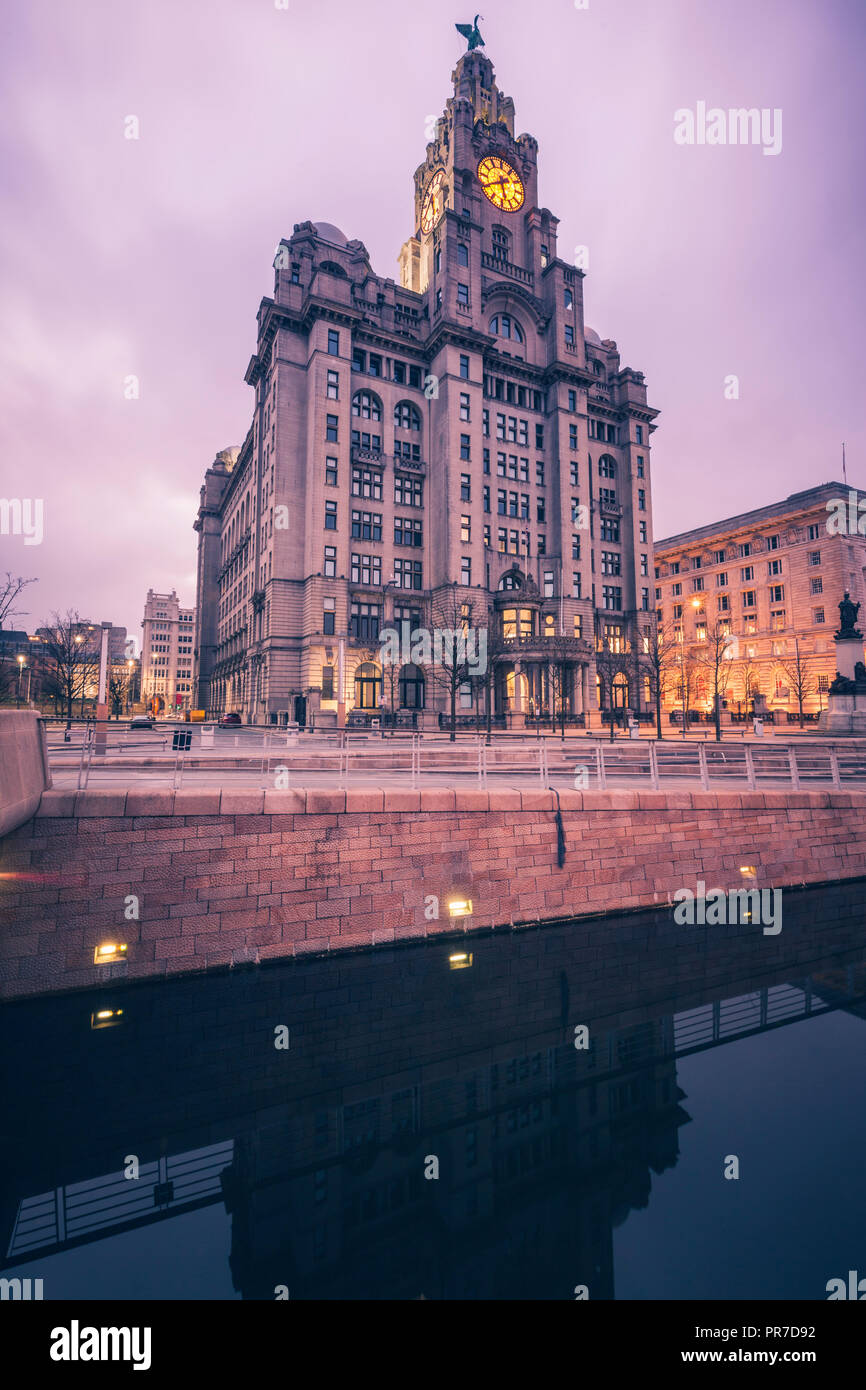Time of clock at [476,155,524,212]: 5:40
